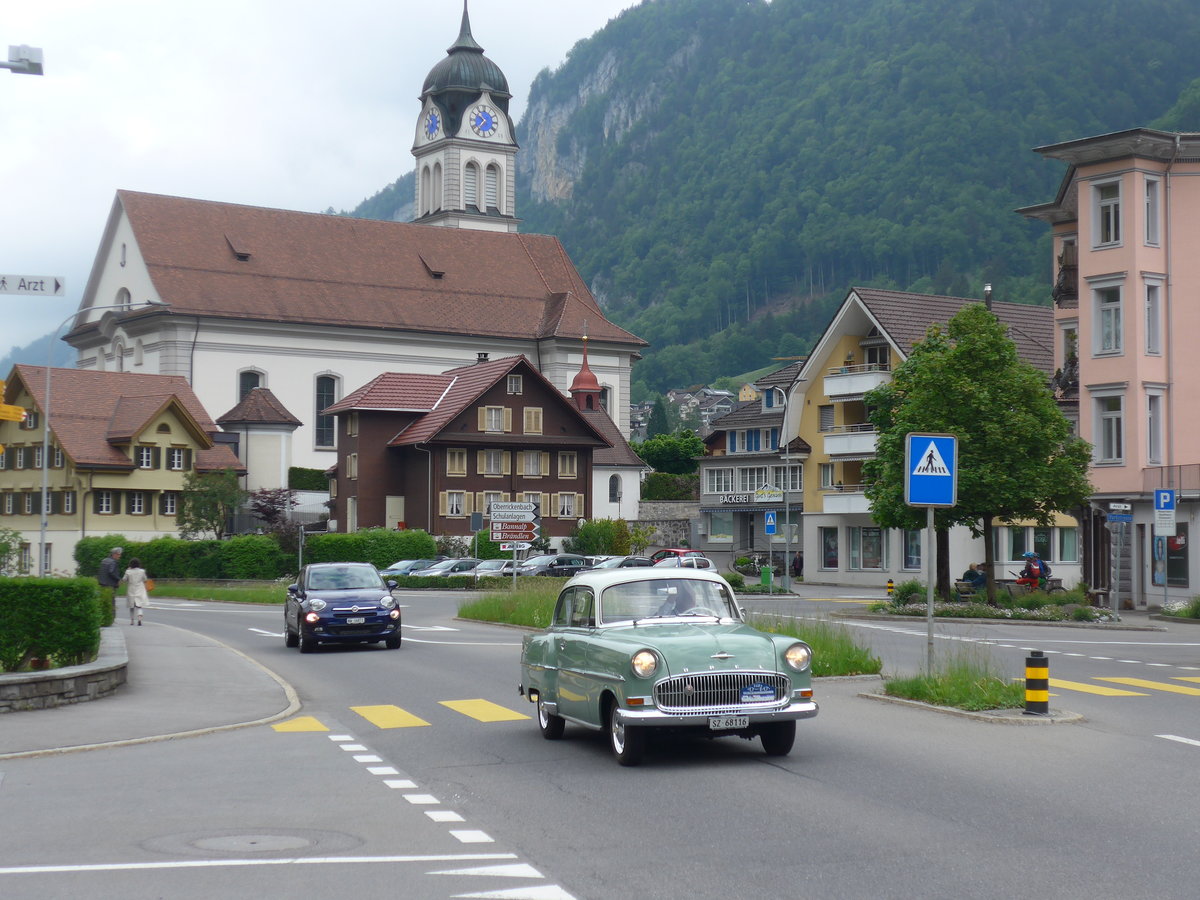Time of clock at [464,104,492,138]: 10:36
